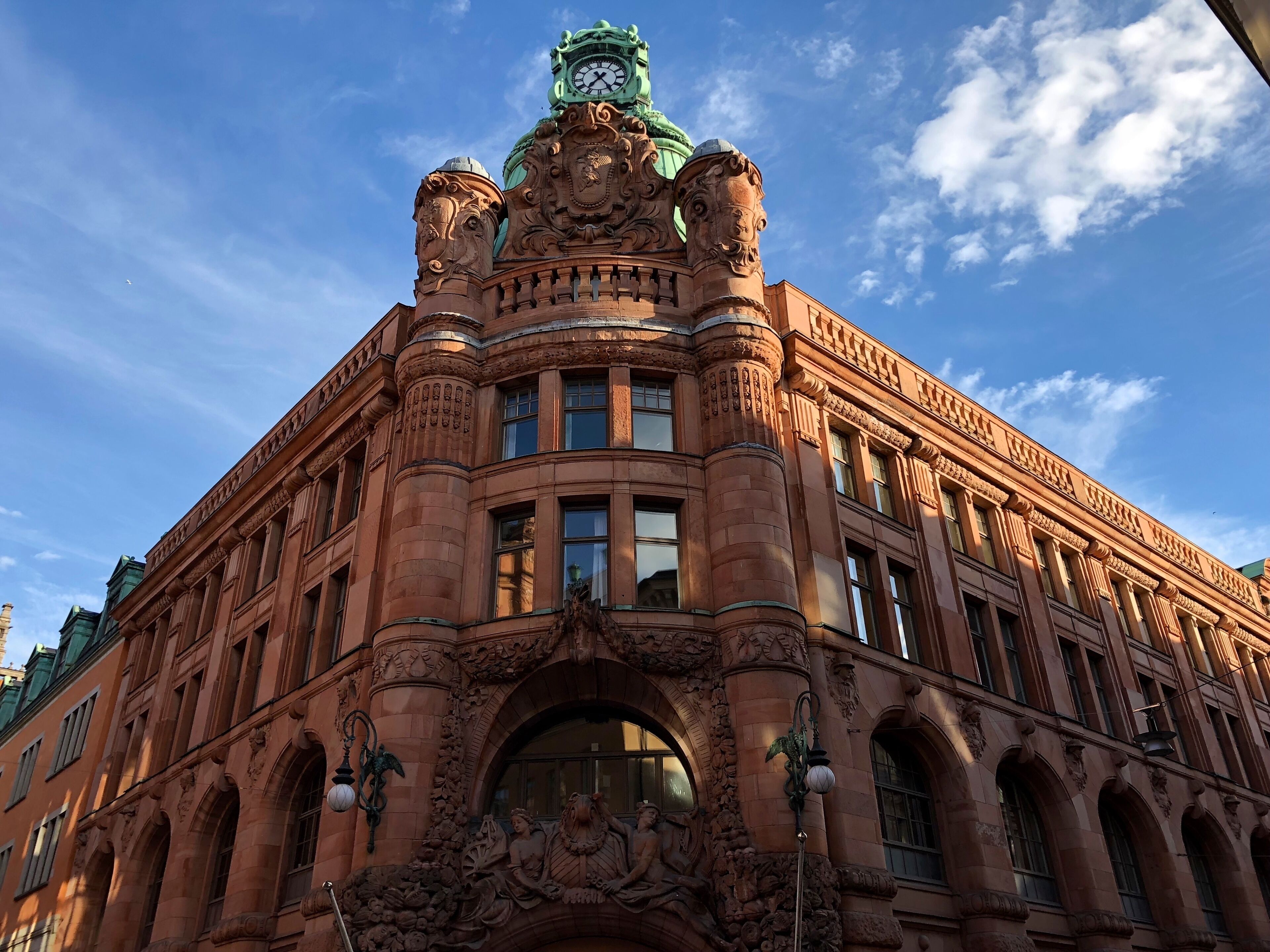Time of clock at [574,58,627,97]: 7:24
